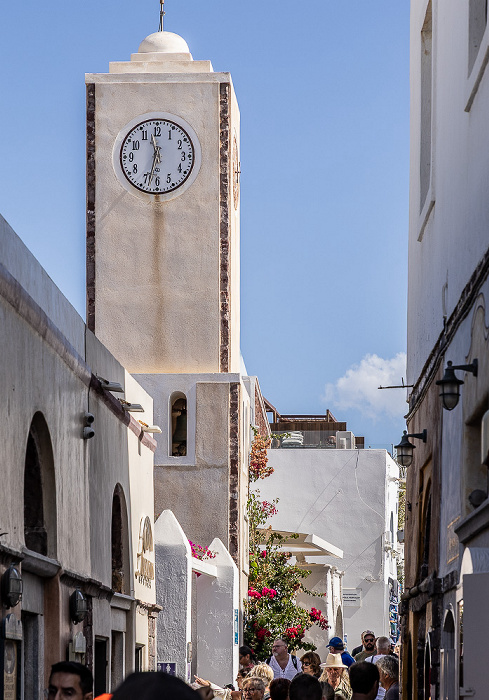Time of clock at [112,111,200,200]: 11:32
